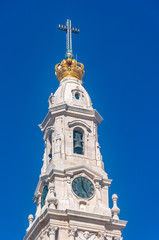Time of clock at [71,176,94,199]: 4:58
